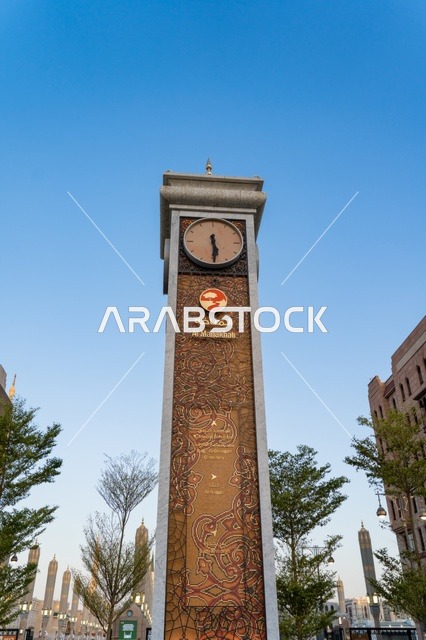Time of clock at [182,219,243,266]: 5:29
